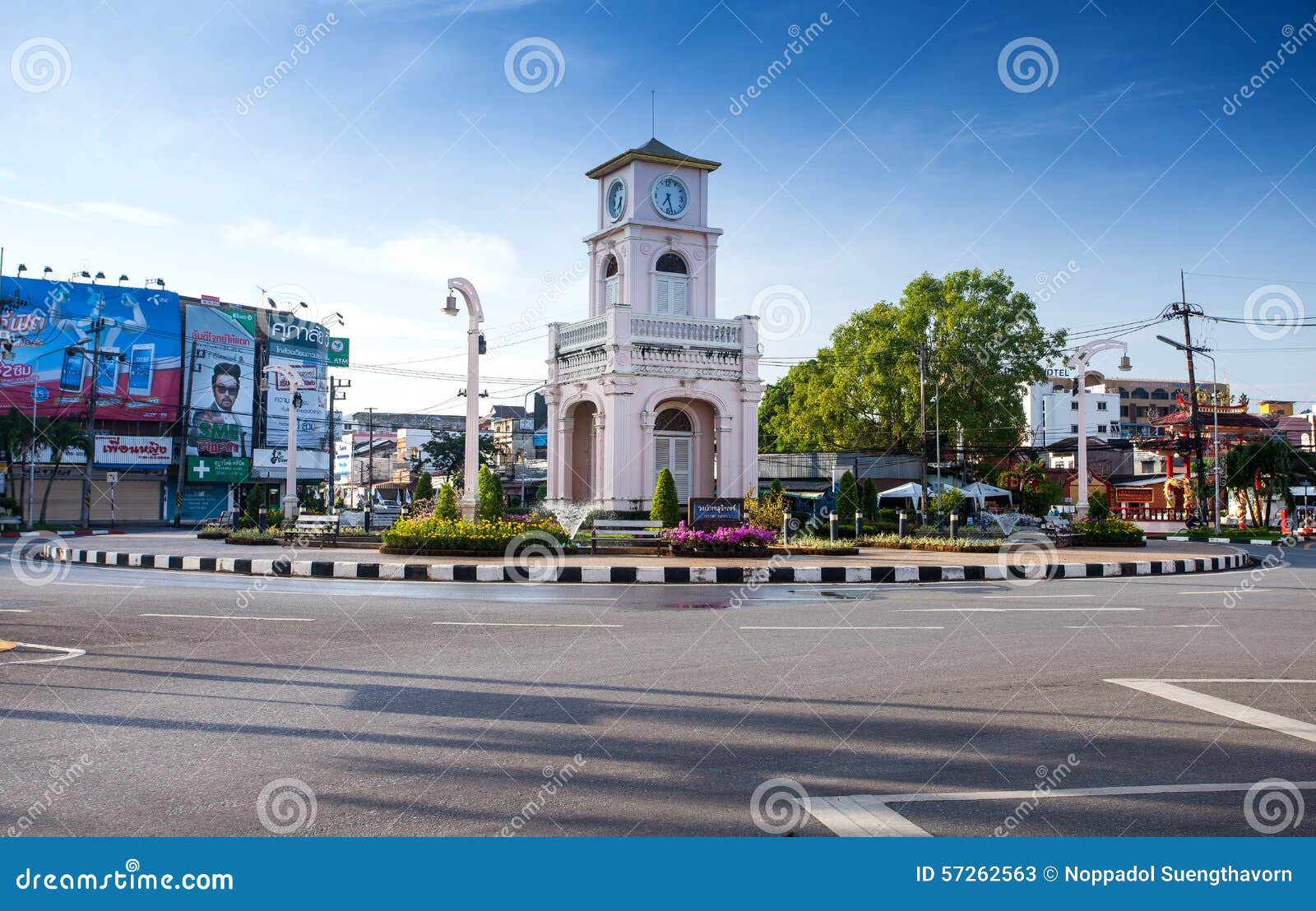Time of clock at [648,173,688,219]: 7:27
